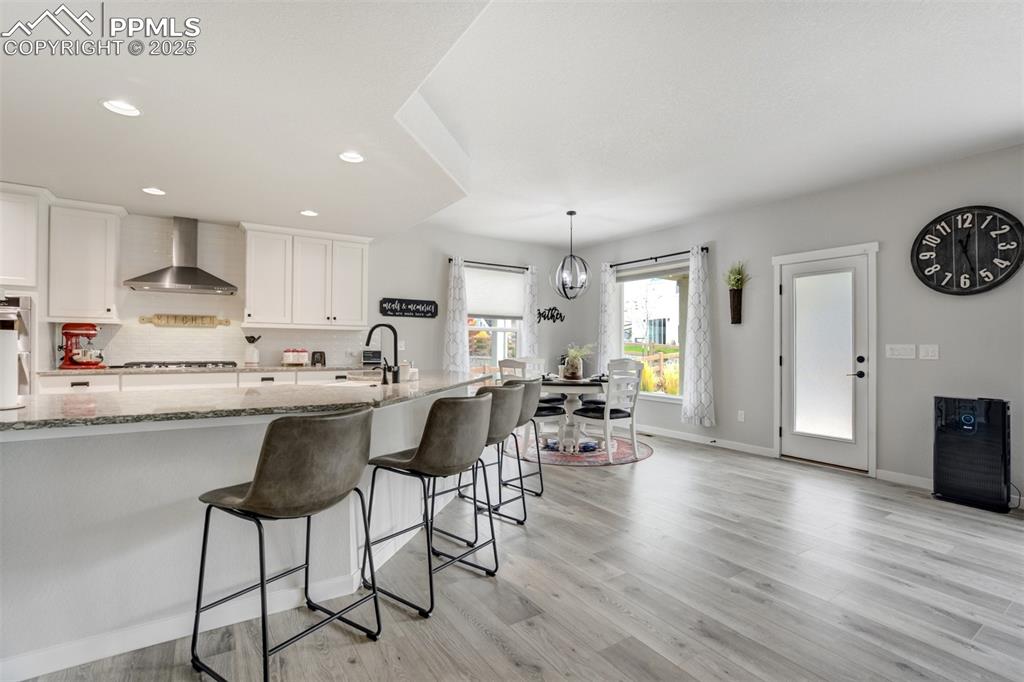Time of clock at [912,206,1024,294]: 12:27
